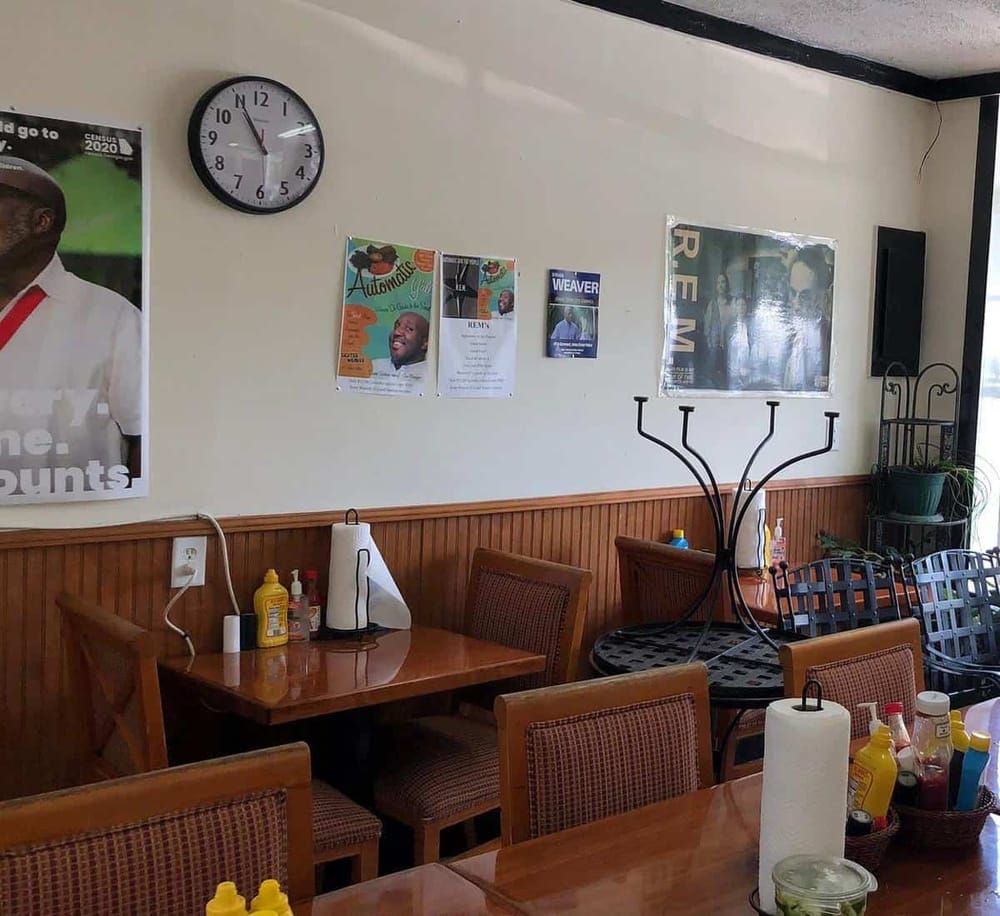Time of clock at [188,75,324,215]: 10:55
